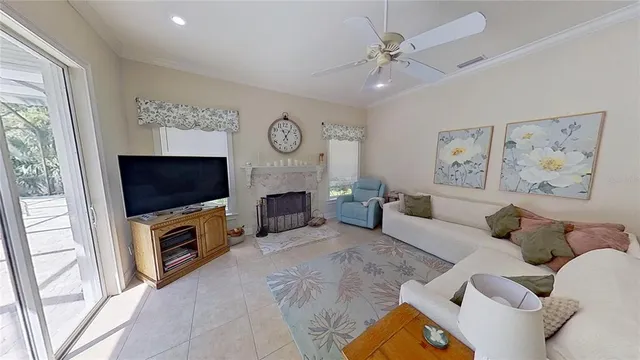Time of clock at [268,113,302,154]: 11:05
